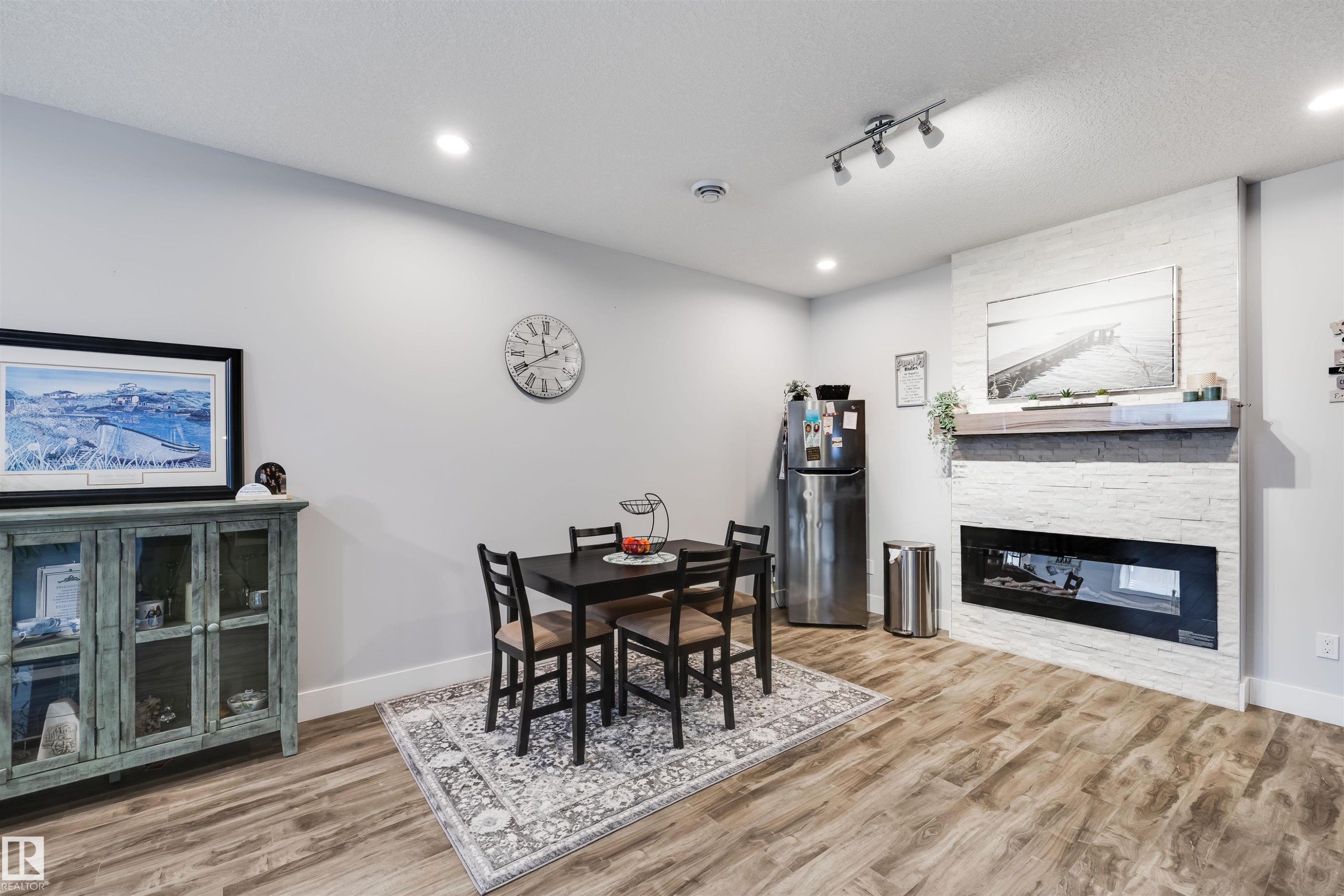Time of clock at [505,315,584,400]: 11:40
